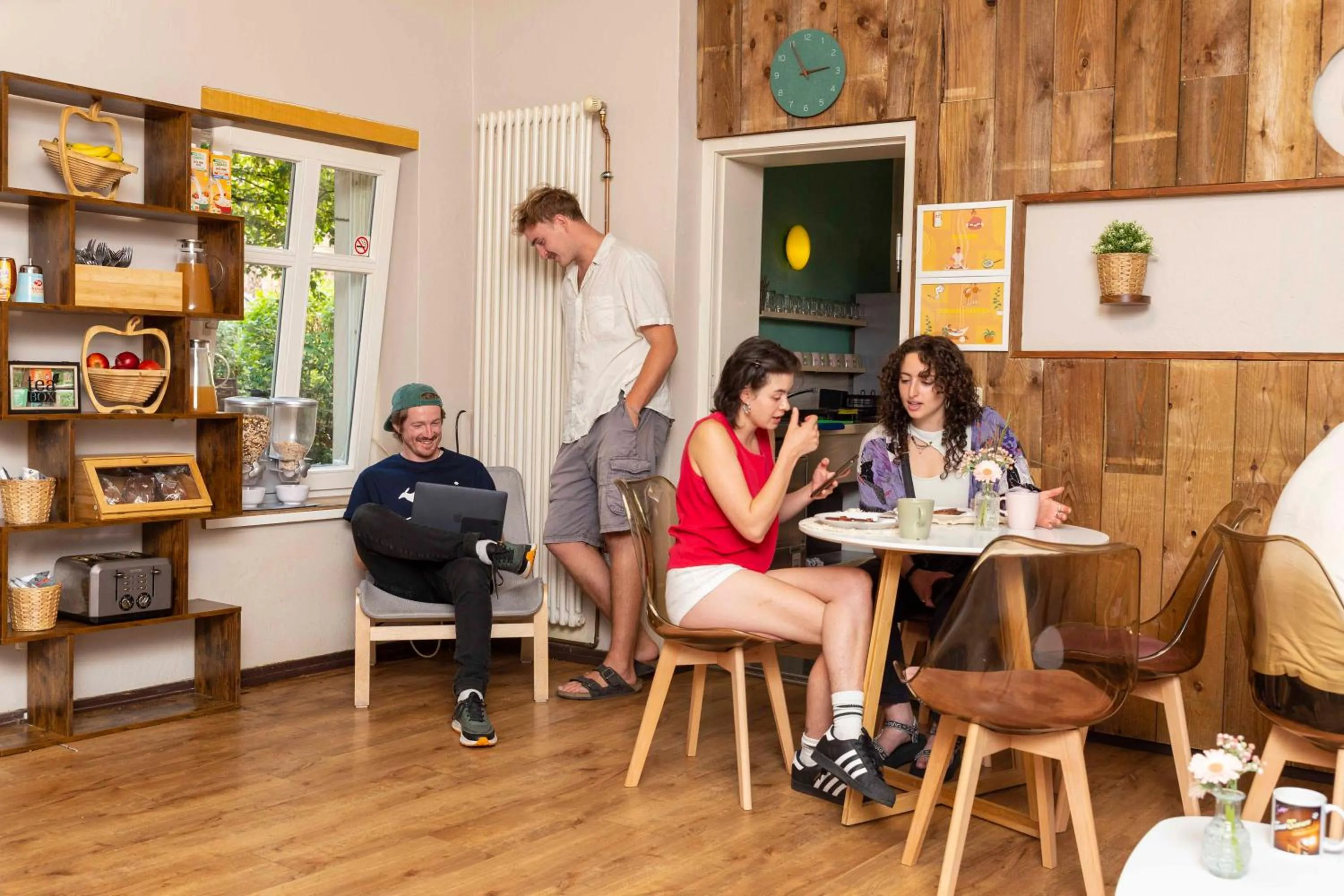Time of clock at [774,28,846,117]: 2:54
